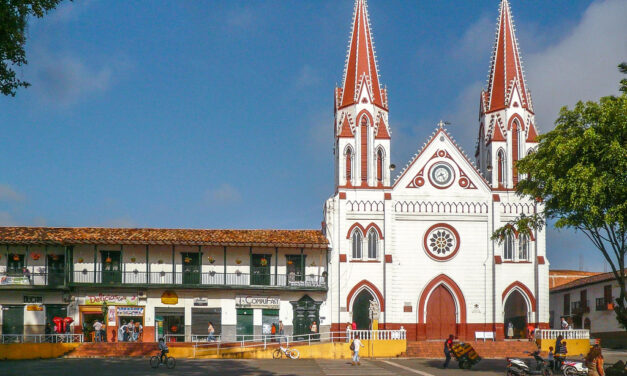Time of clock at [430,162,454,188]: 8:24
